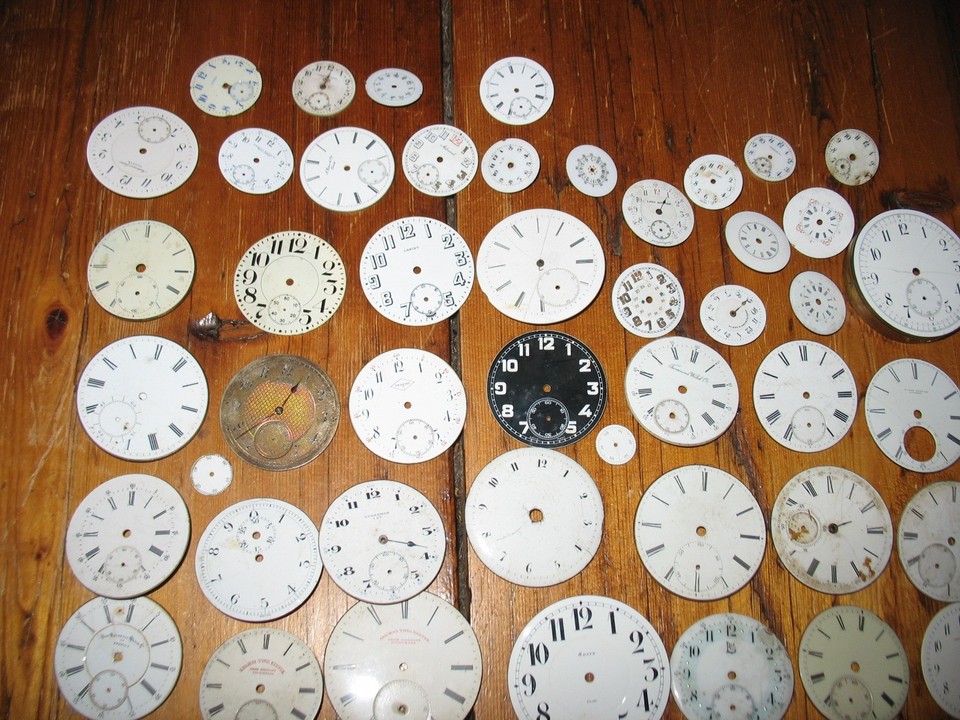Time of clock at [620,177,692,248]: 1:05
